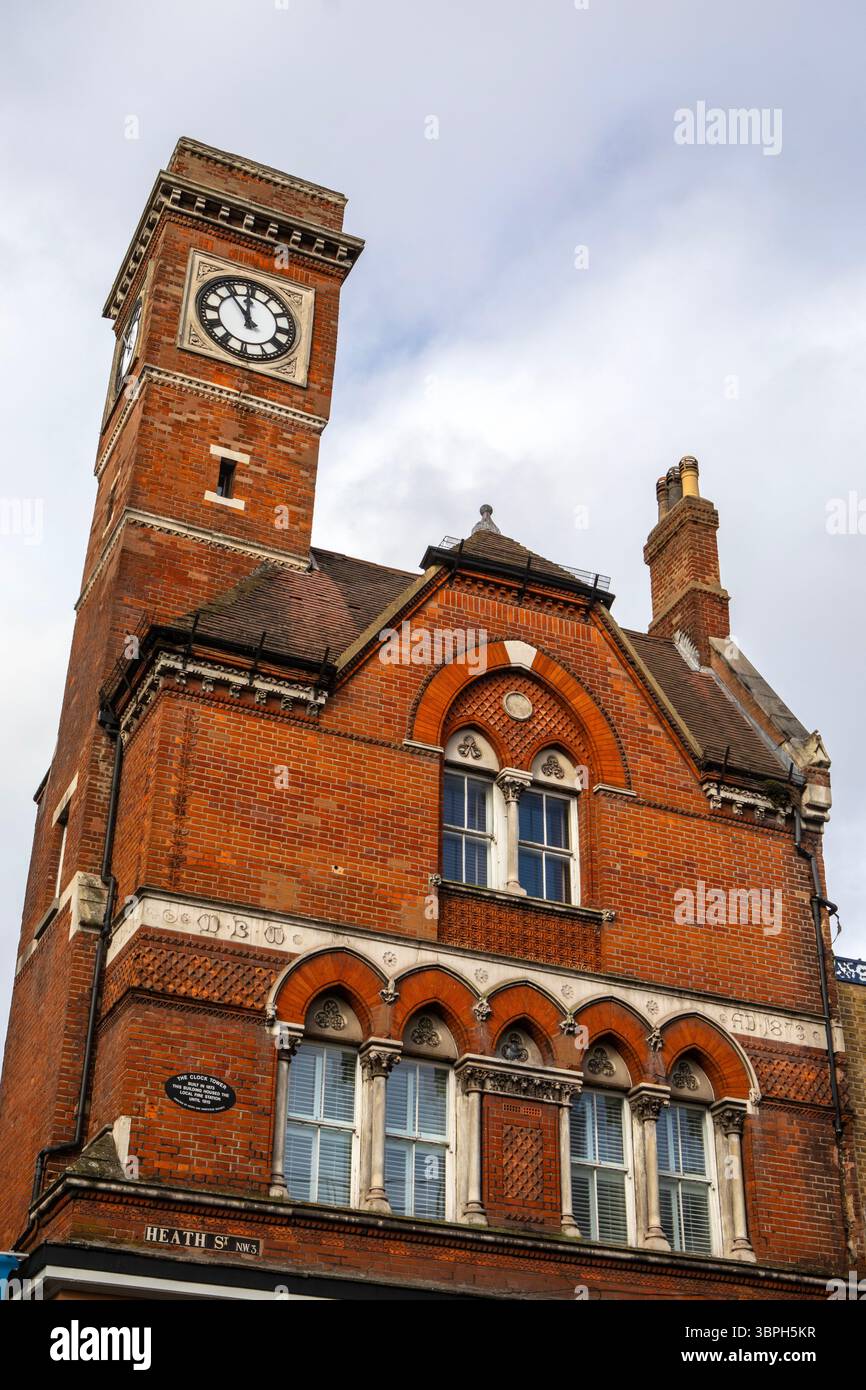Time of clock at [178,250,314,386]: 11:53
